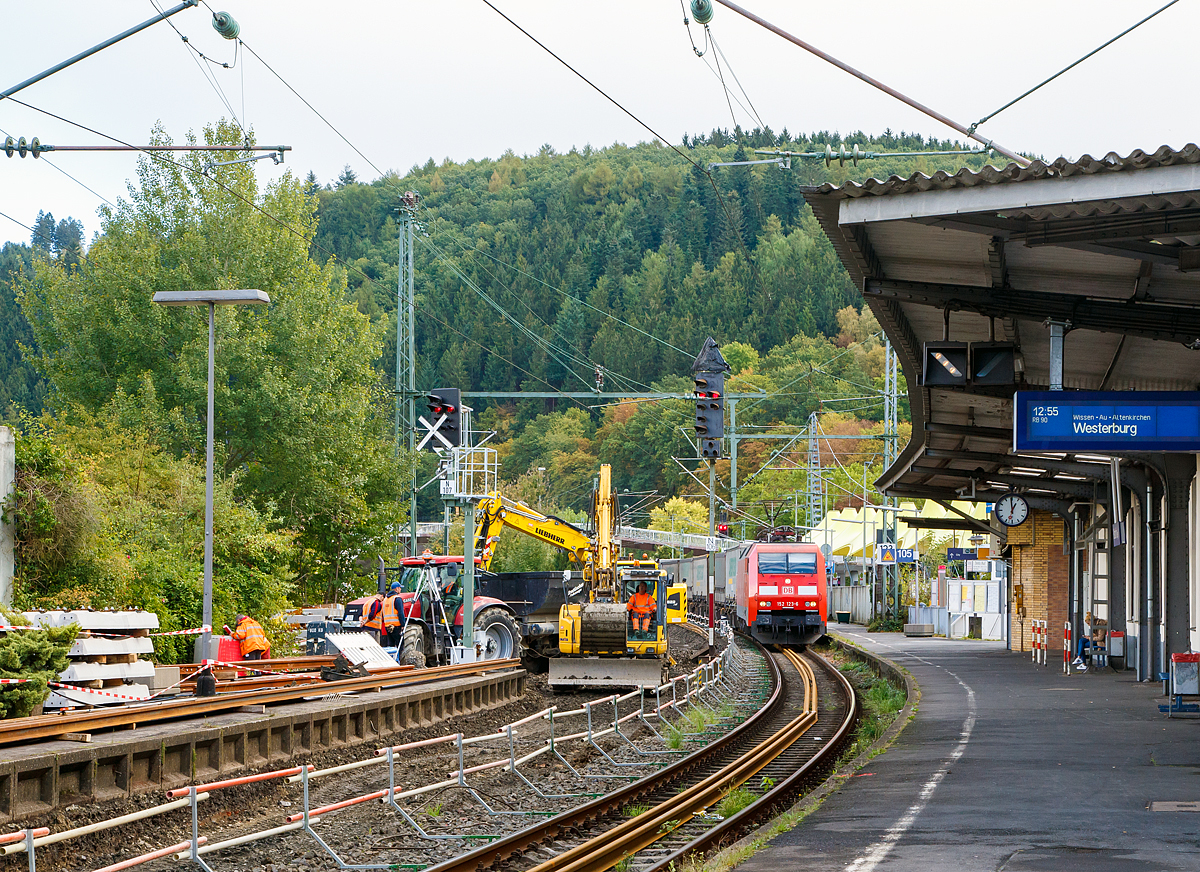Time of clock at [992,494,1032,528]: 12:59
